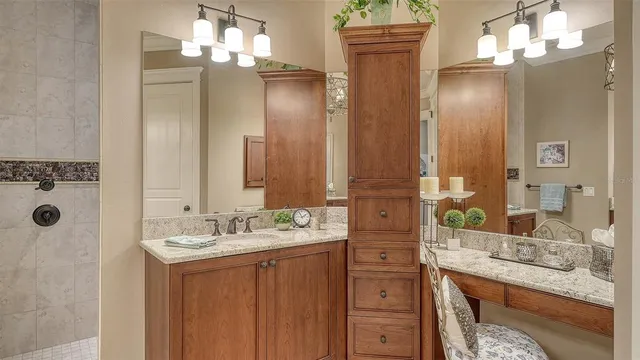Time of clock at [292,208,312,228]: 1:56
